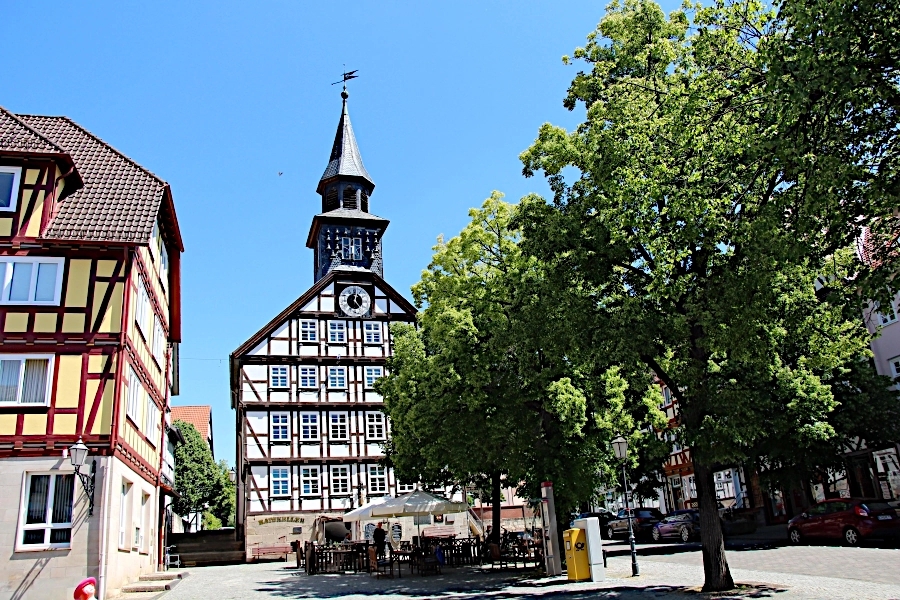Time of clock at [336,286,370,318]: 12:23
